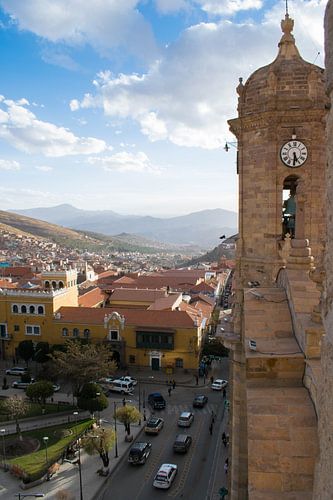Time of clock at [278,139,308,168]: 5:30
